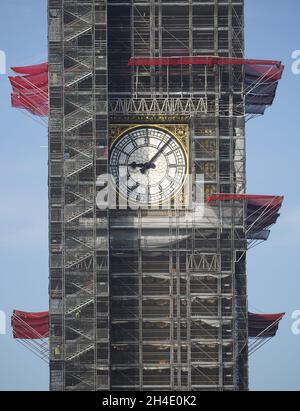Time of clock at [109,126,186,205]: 9:07
